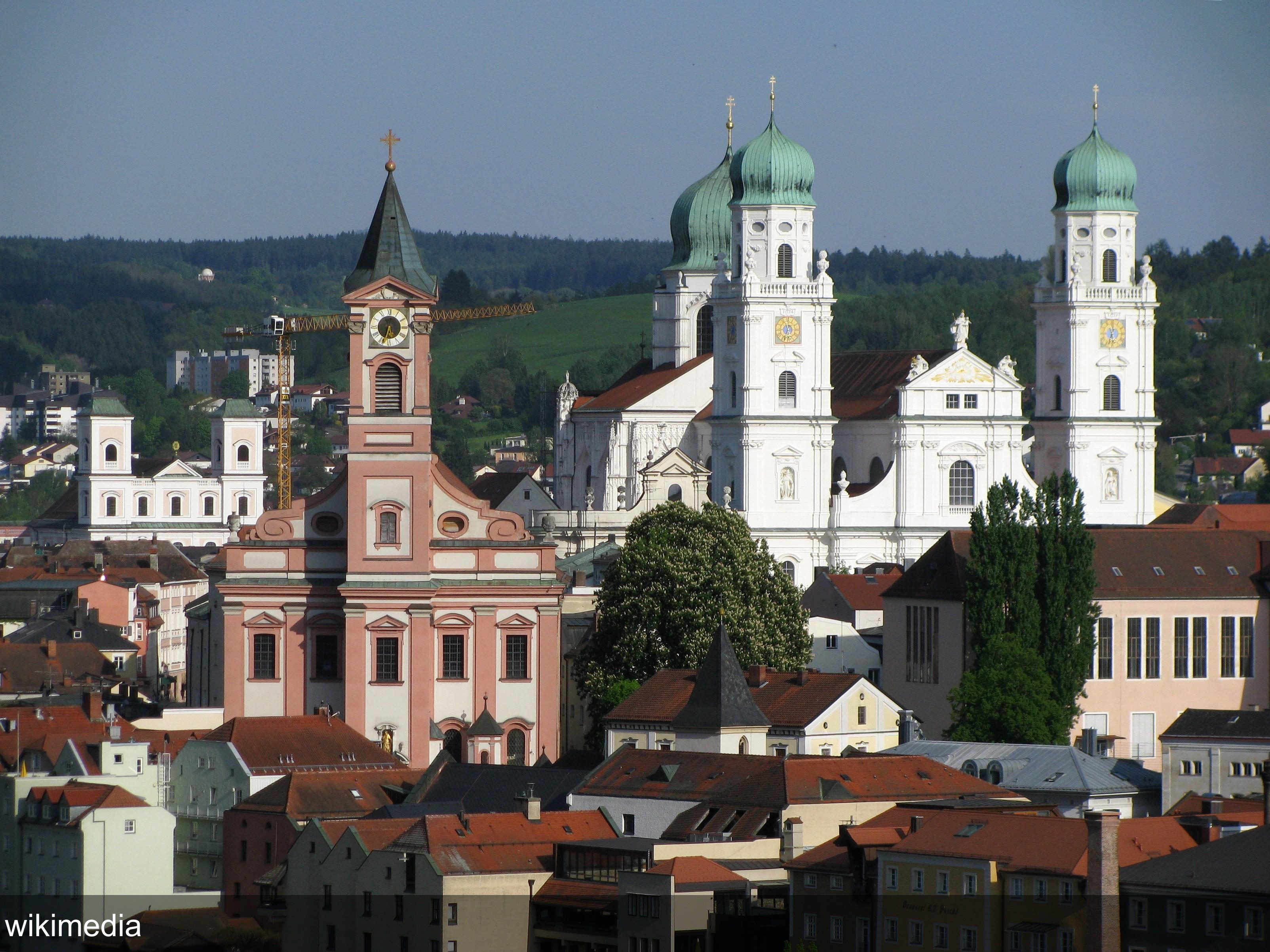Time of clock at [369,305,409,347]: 5:33
